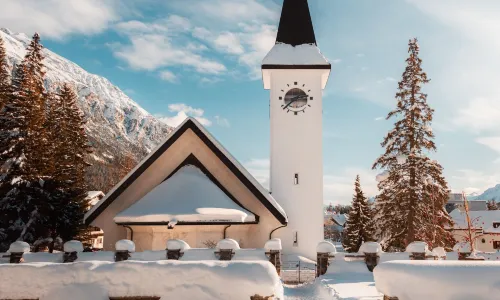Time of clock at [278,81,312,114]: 2:38
